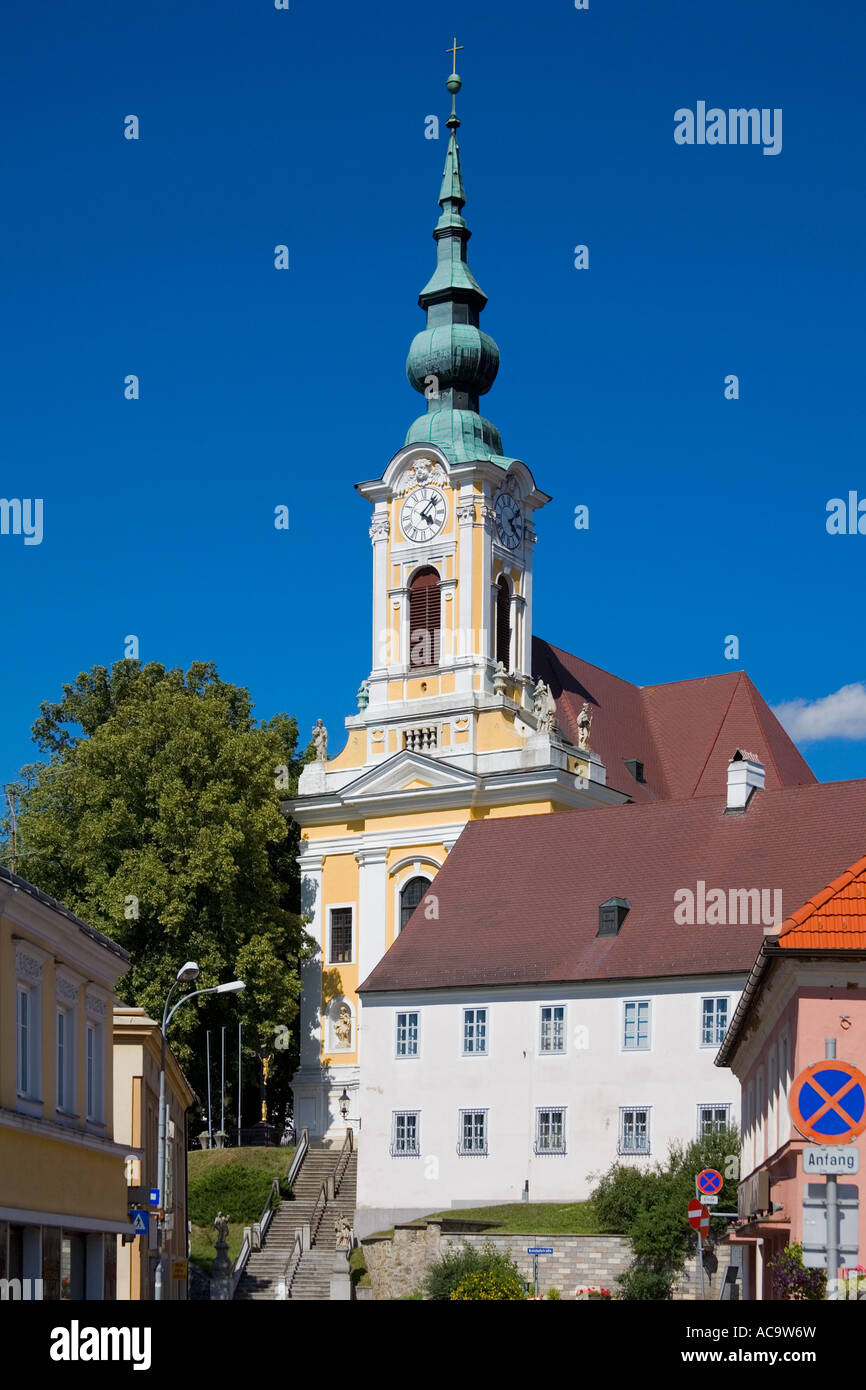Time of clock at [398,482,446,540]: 4:07
